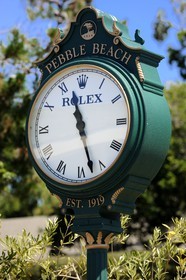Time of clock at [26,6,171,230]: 11:27
